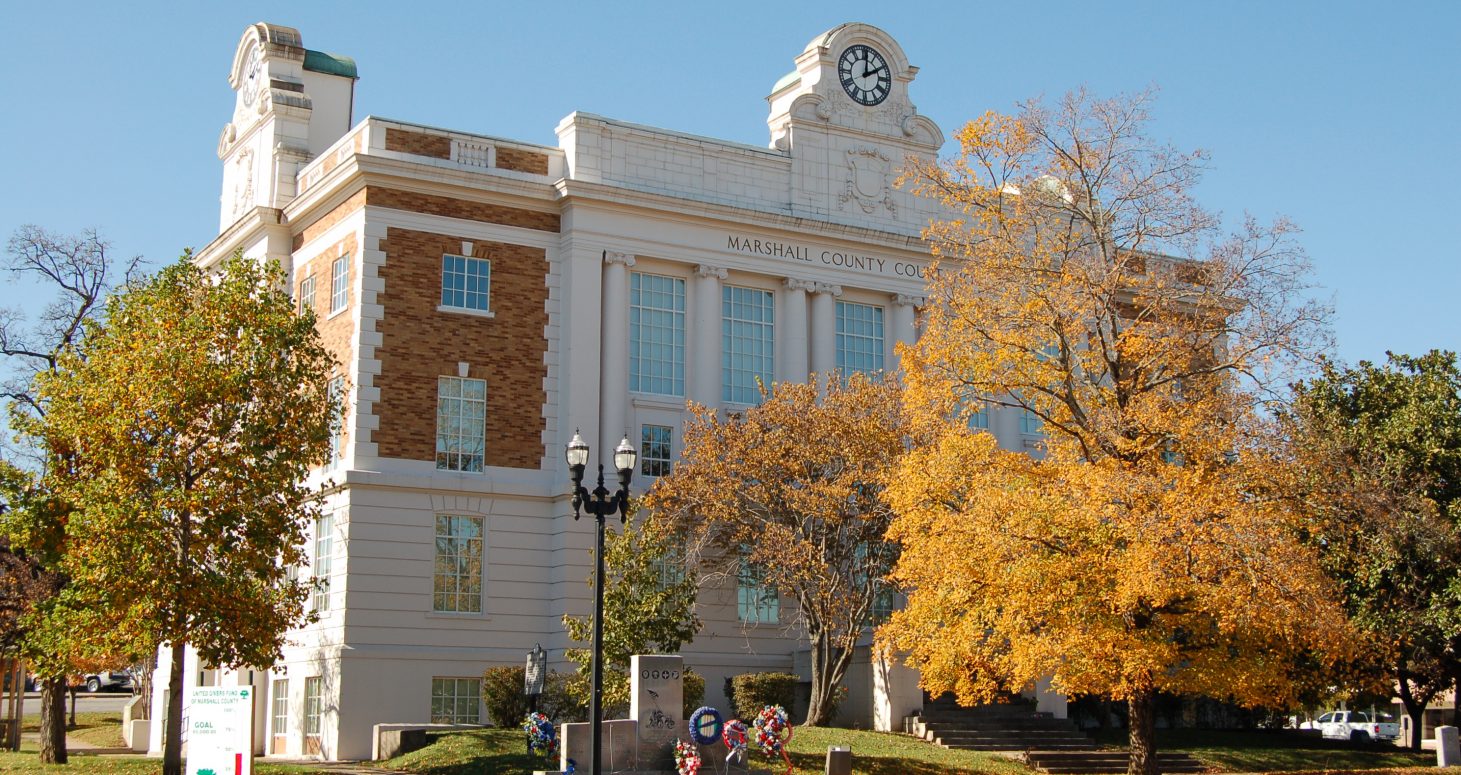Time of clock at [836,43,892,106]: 2:00
